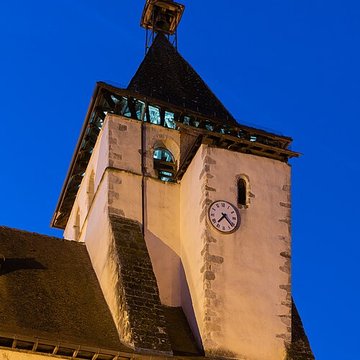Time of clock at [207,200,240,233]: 7:22
